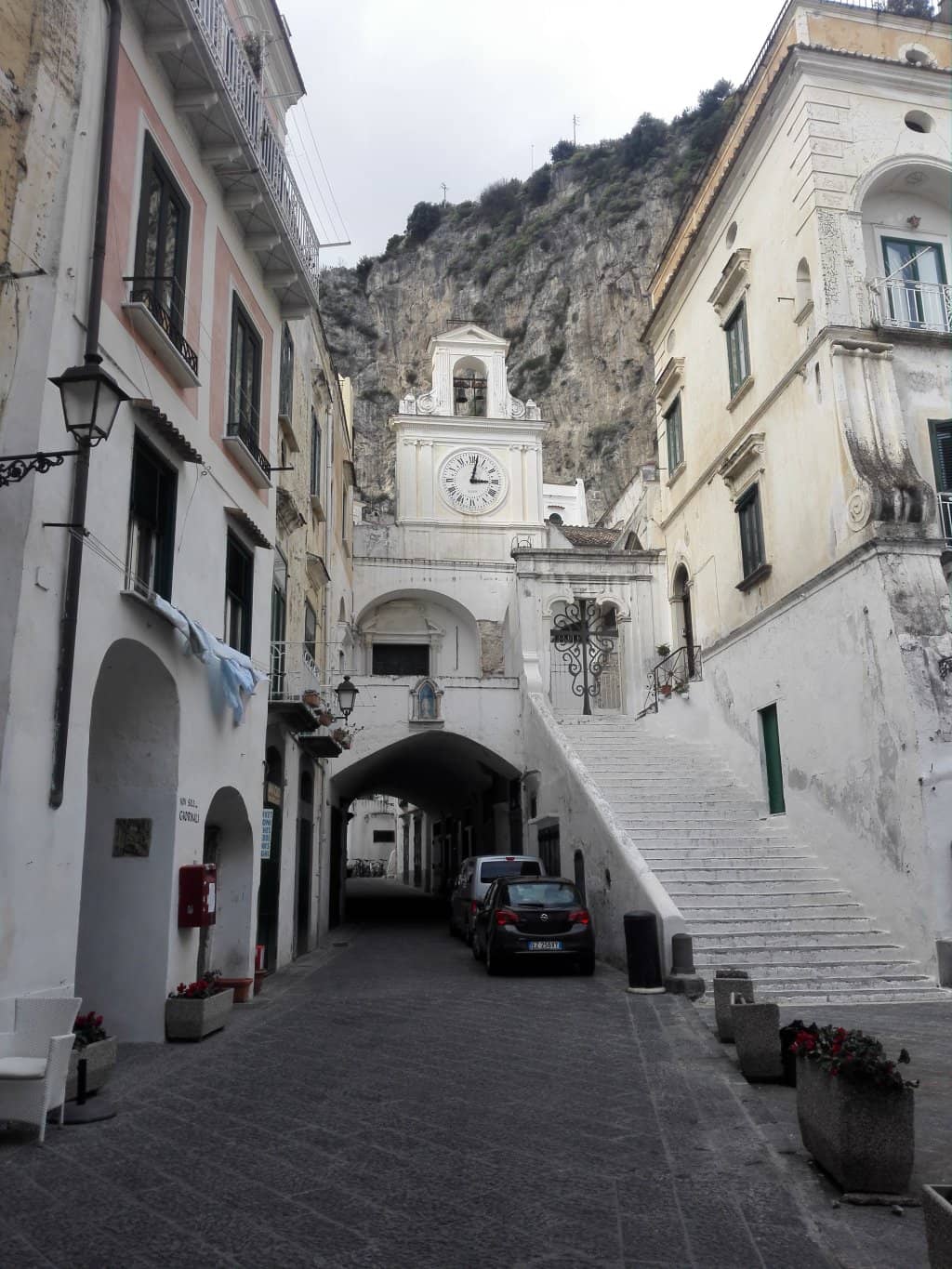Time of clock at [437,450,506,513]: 3:02
